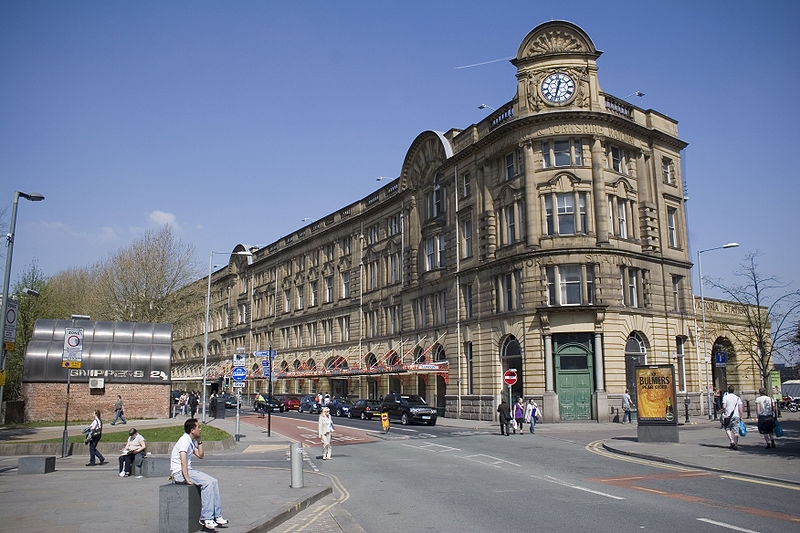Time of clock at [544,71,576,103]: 12:32
